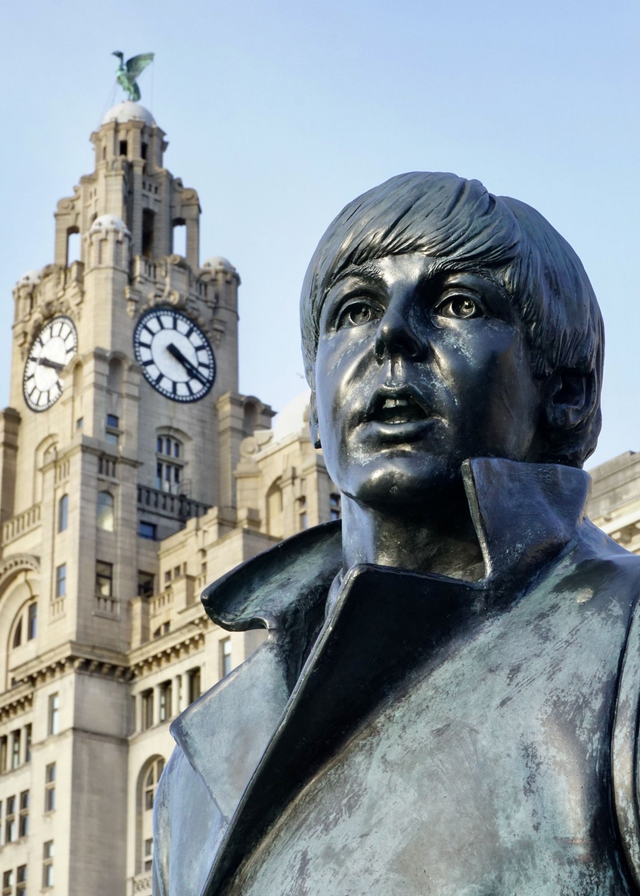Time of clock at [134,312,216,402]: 4:19
